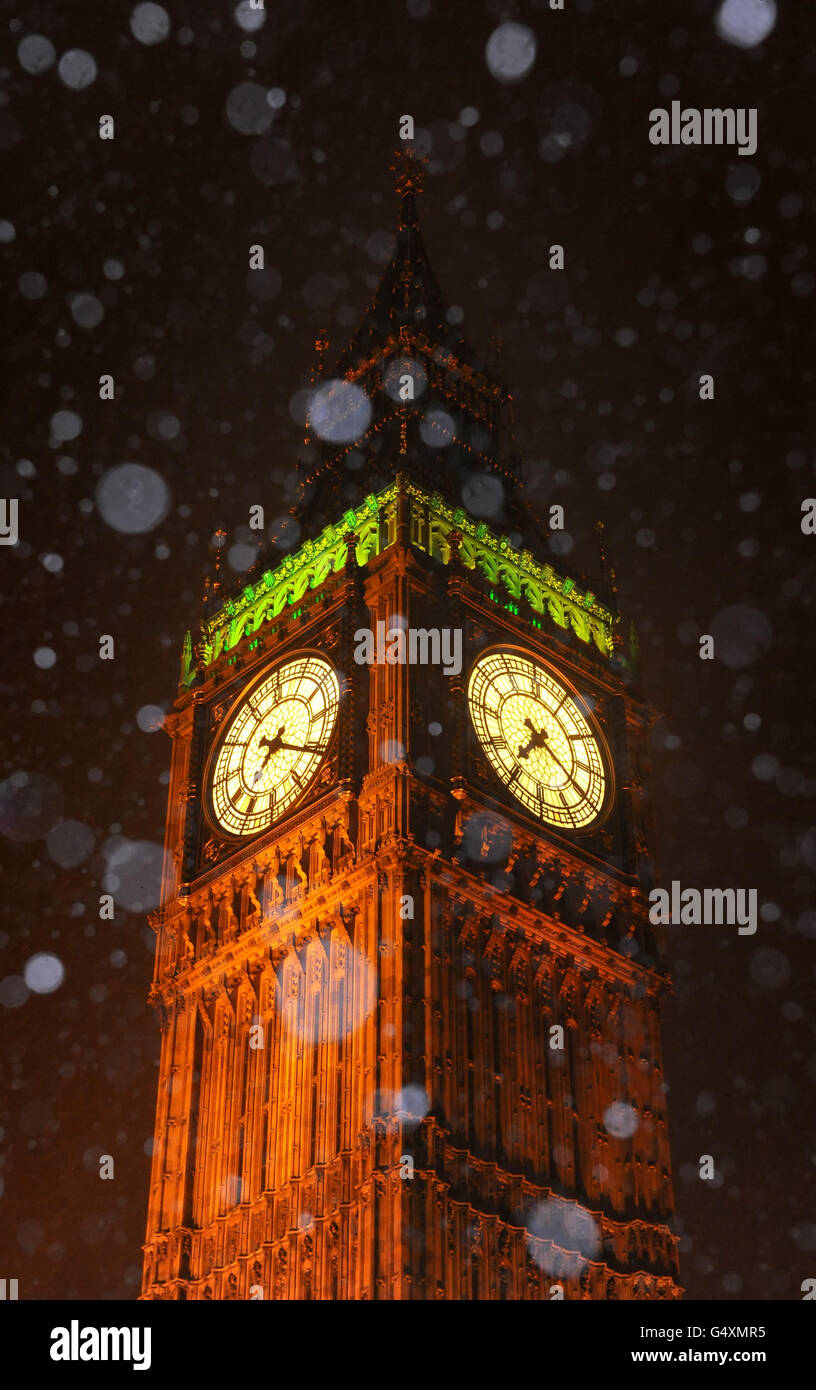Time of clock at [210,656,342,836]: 7:20
